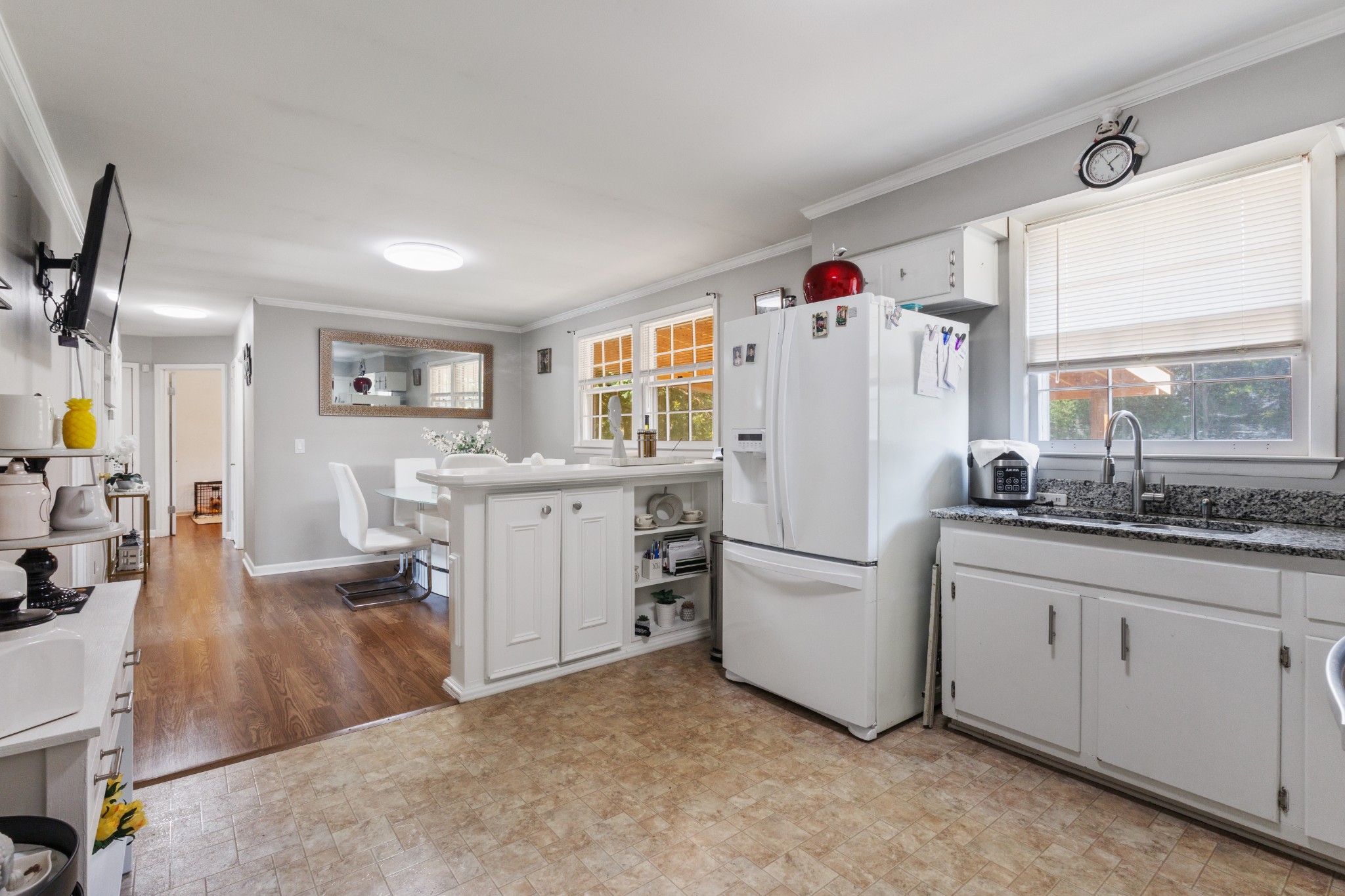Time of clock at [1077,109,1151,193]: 5:09
